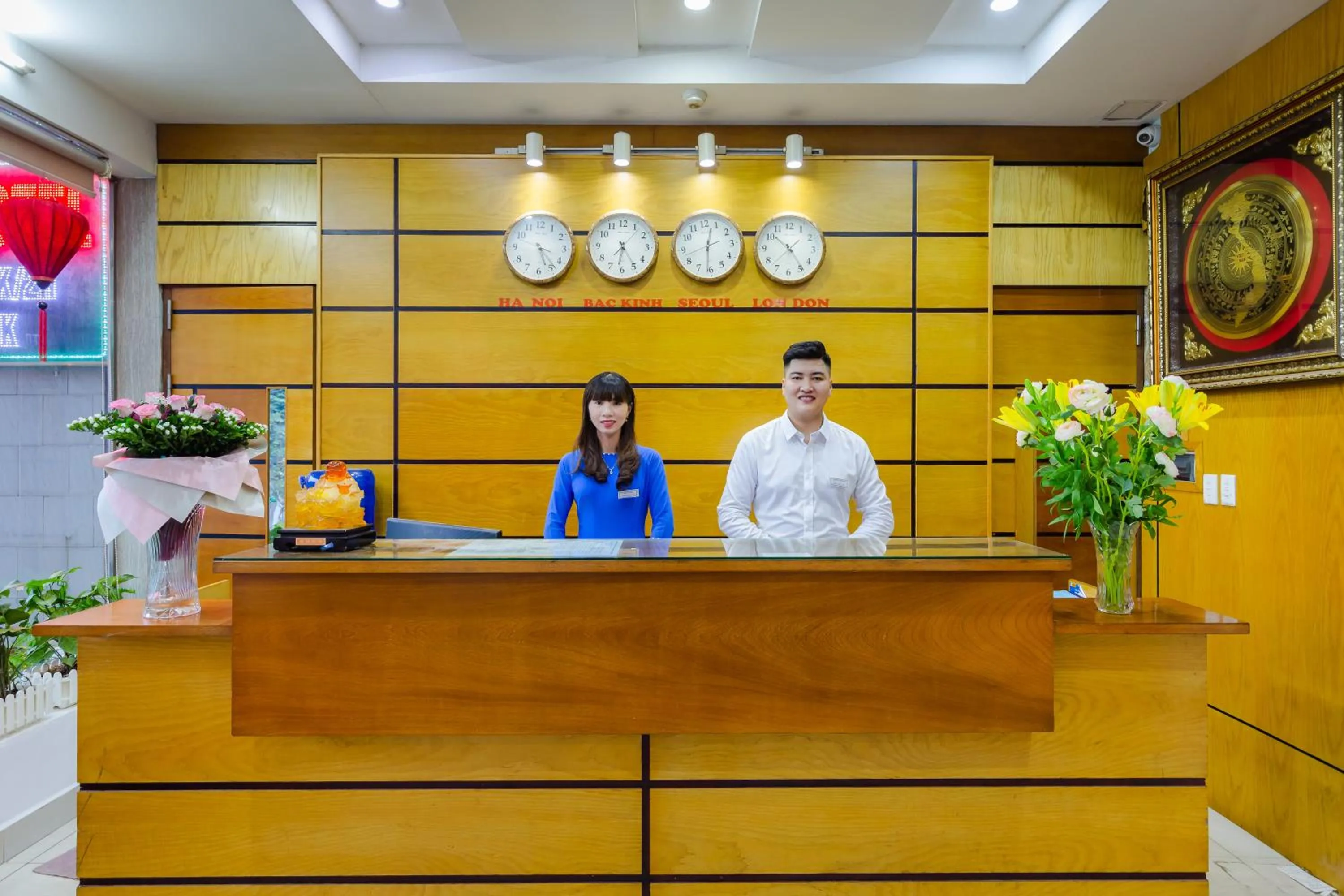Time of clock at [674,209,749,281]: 12:31
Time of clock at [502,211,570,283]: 5:23
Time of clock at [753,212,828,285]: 10:24
